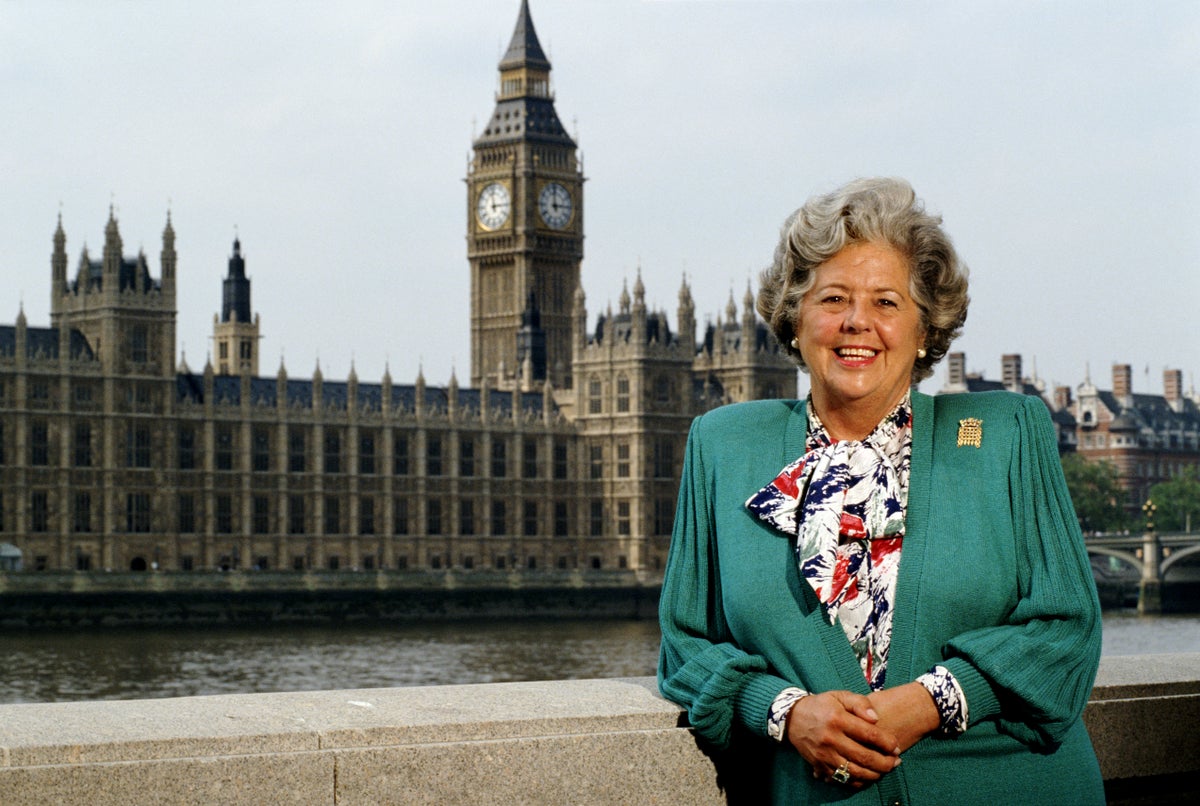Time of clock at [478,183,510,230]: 2:58
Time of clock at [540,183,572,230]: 2:59
